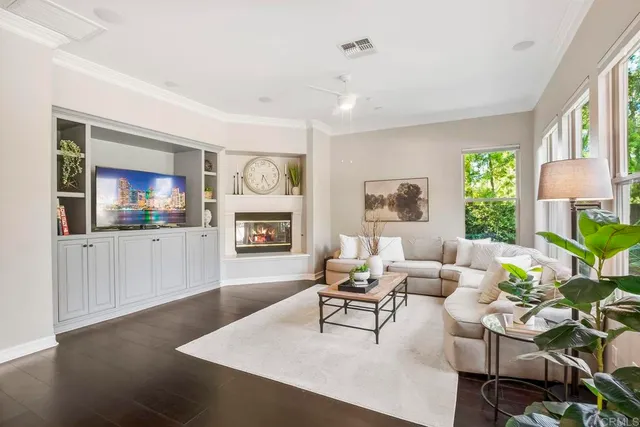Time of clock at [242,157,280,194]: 6:25
